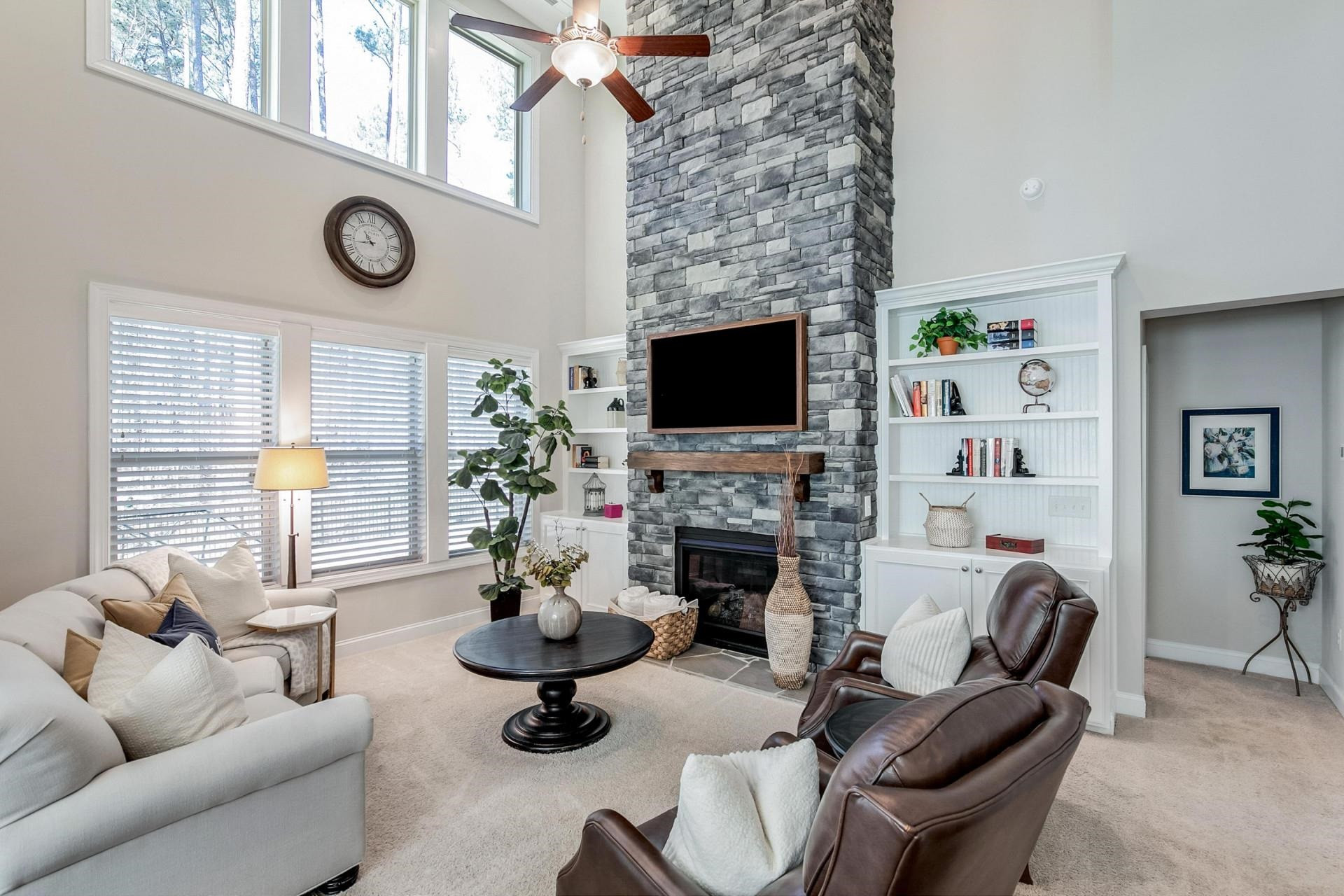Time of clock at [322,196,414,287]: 10:42
